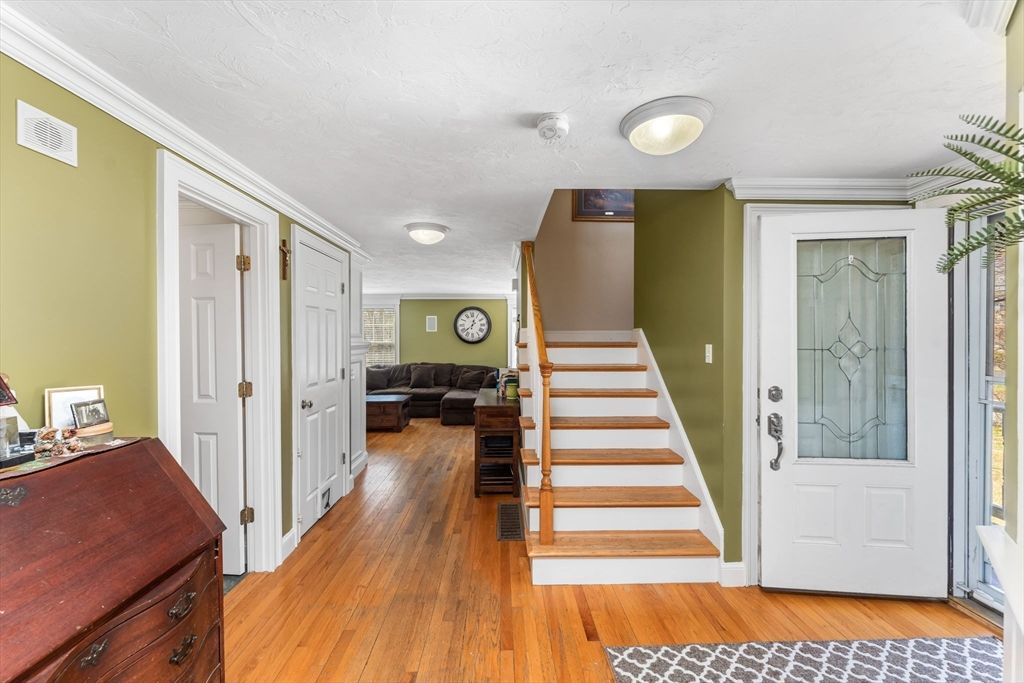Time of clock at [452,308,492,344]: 12:38
